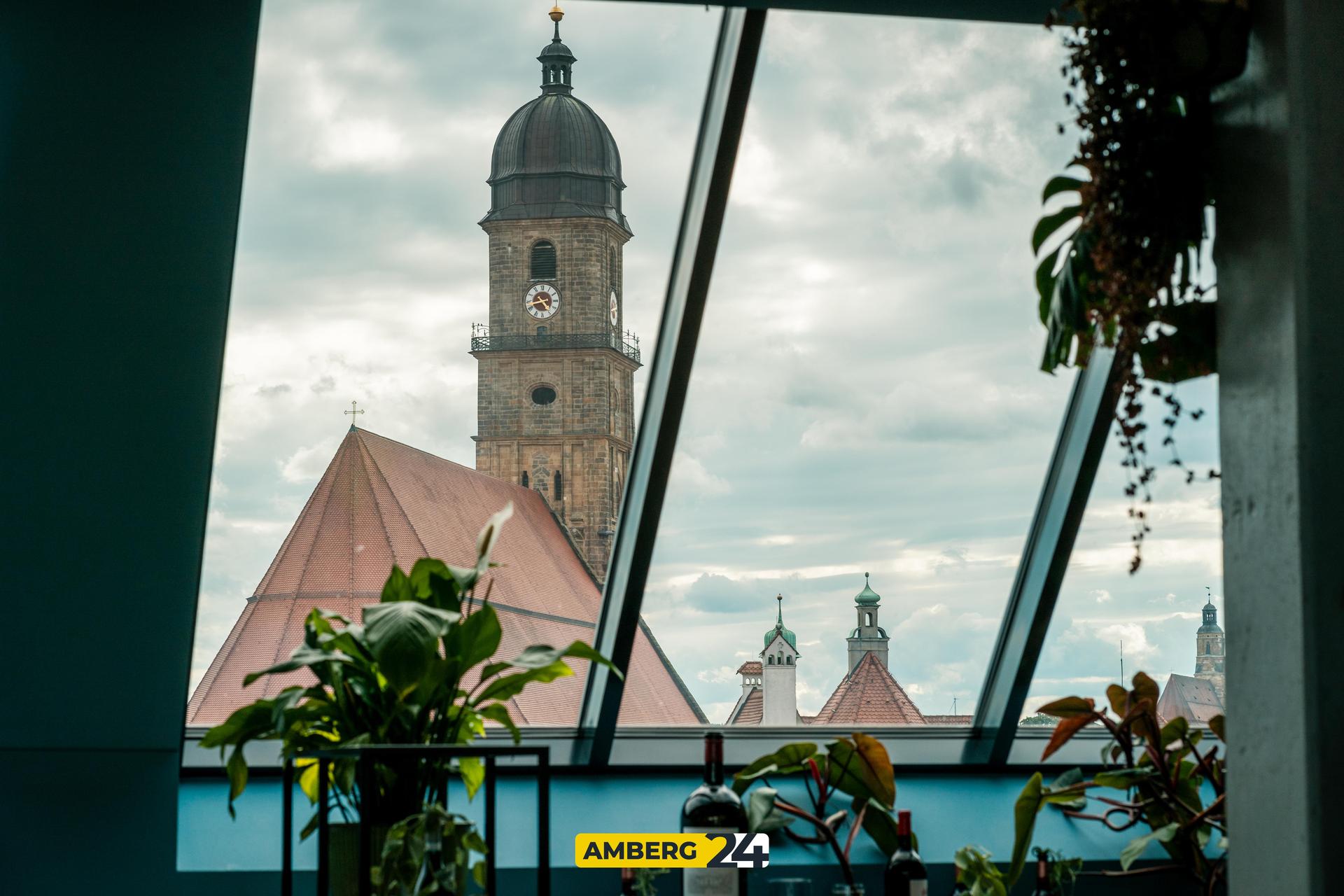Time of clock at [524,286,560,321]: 4:42
